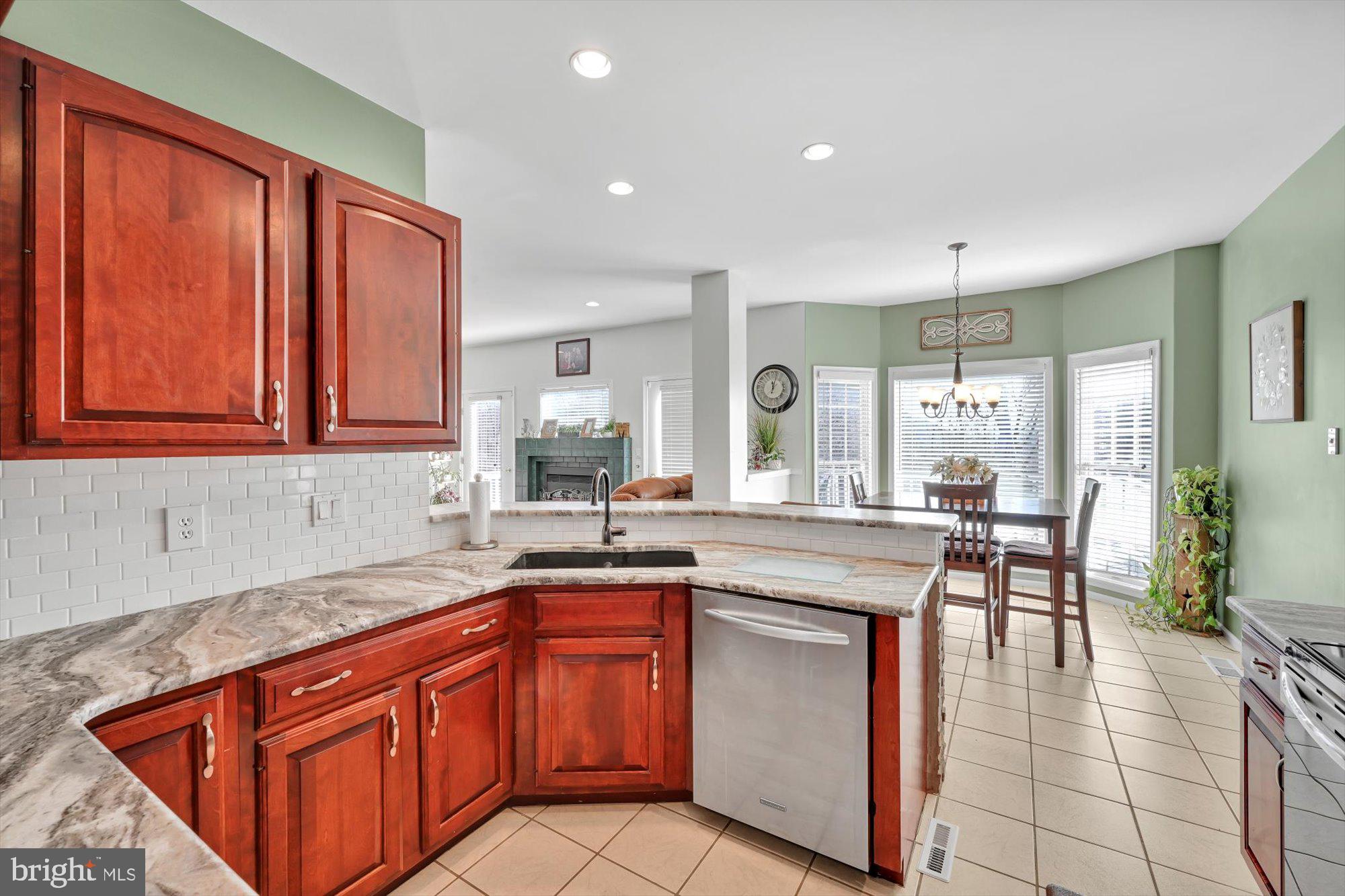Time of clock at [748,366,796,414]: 12:02
